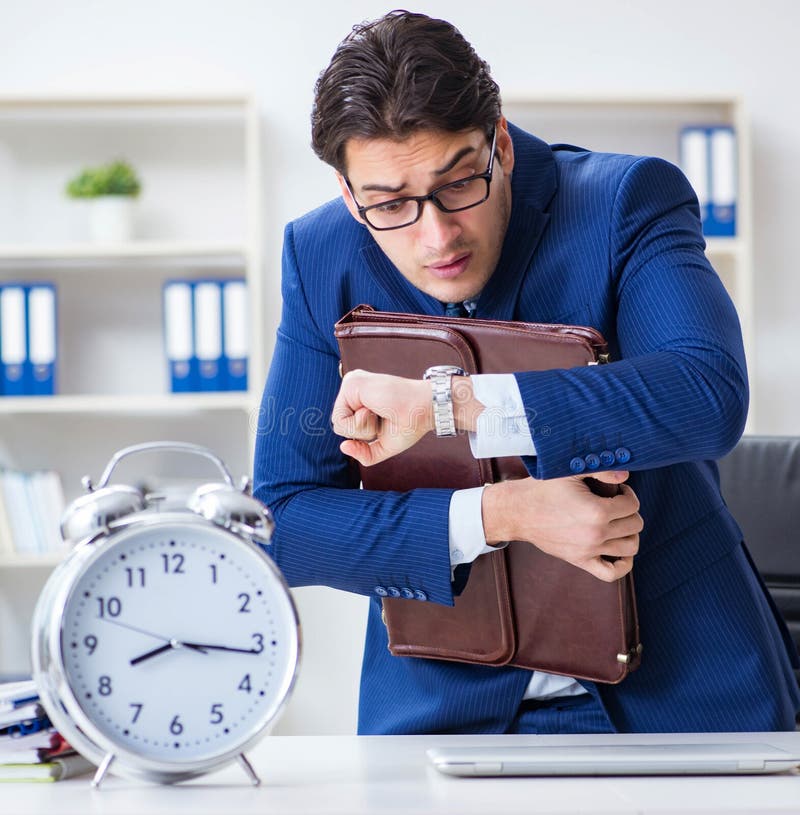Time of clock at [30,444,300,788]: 8:16
